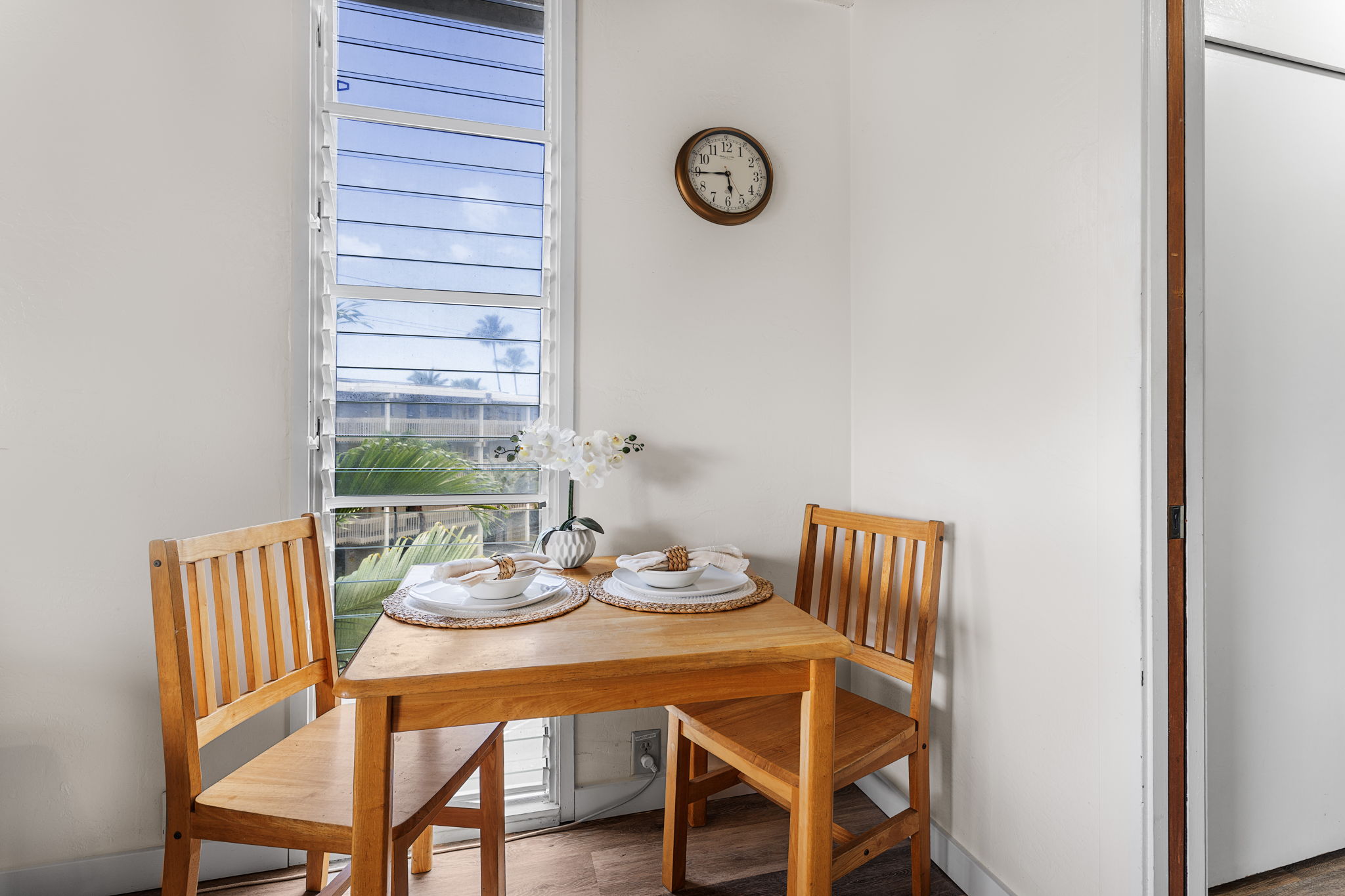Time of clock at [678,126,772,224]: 5:44
